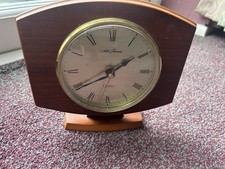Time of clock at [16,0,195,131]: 1:39
